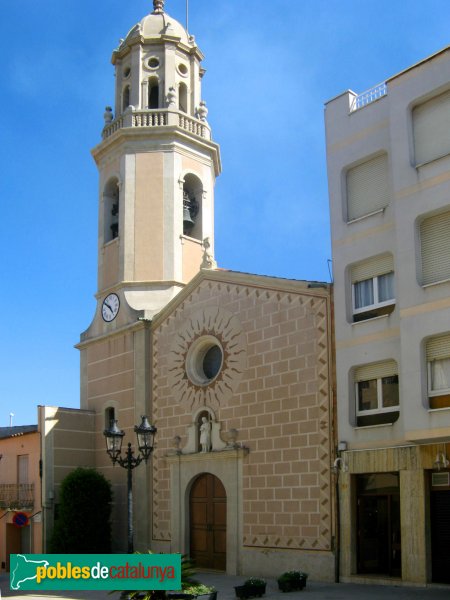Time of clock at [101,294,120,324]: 4:50
